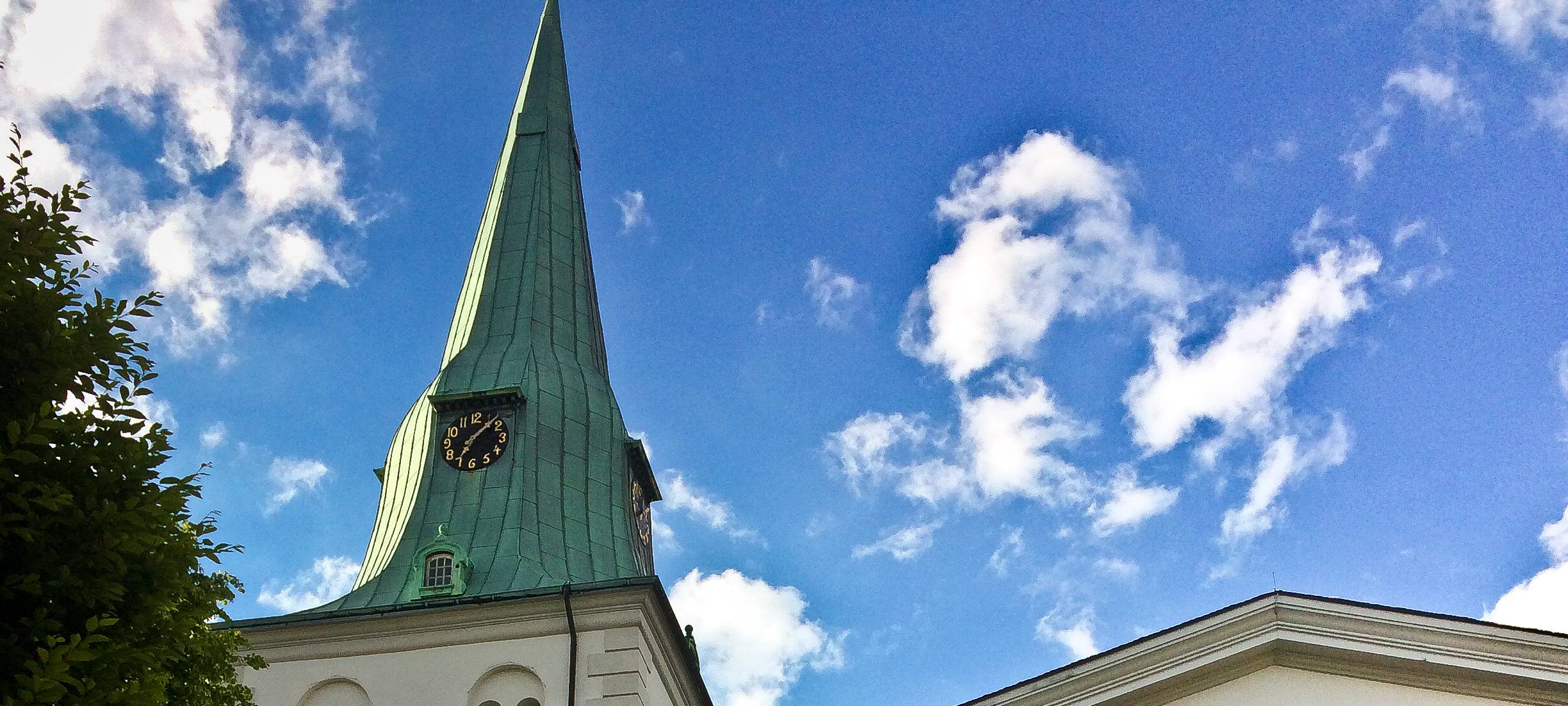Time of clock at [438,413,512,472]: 7:07
